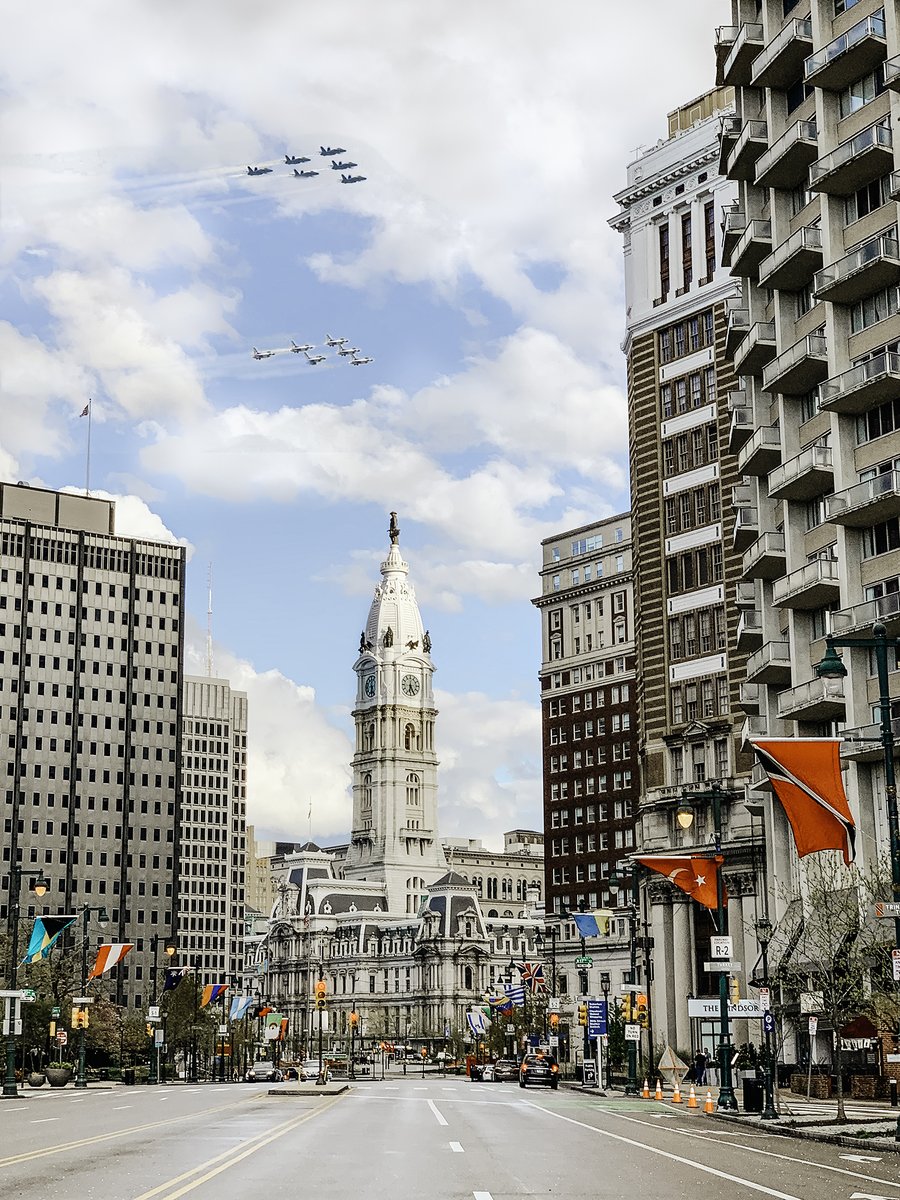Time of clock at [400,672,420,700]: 6:25
